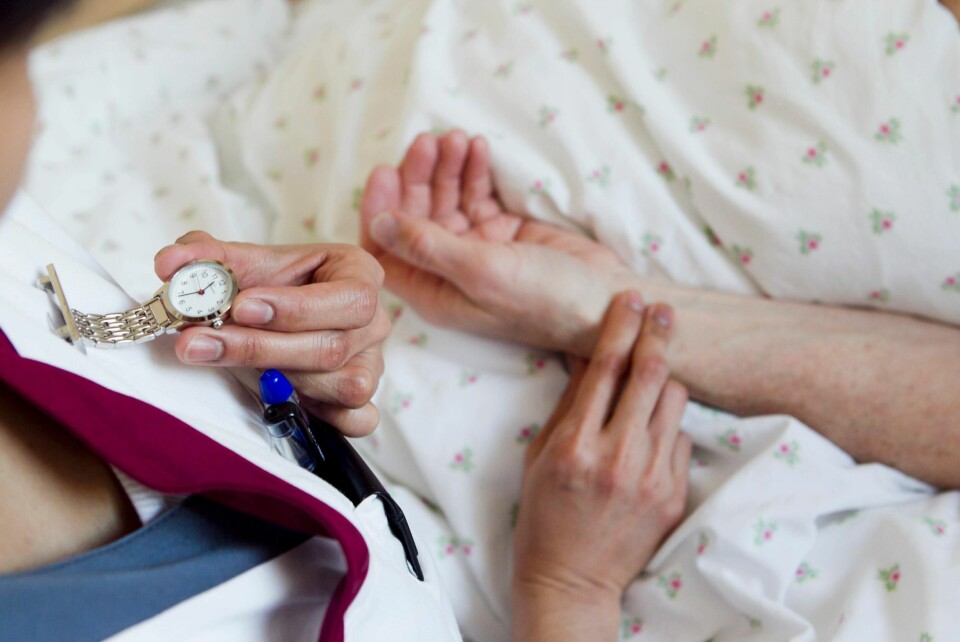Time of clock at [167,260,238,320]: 1:43
